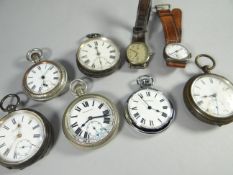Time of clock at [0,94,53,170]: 11:34
